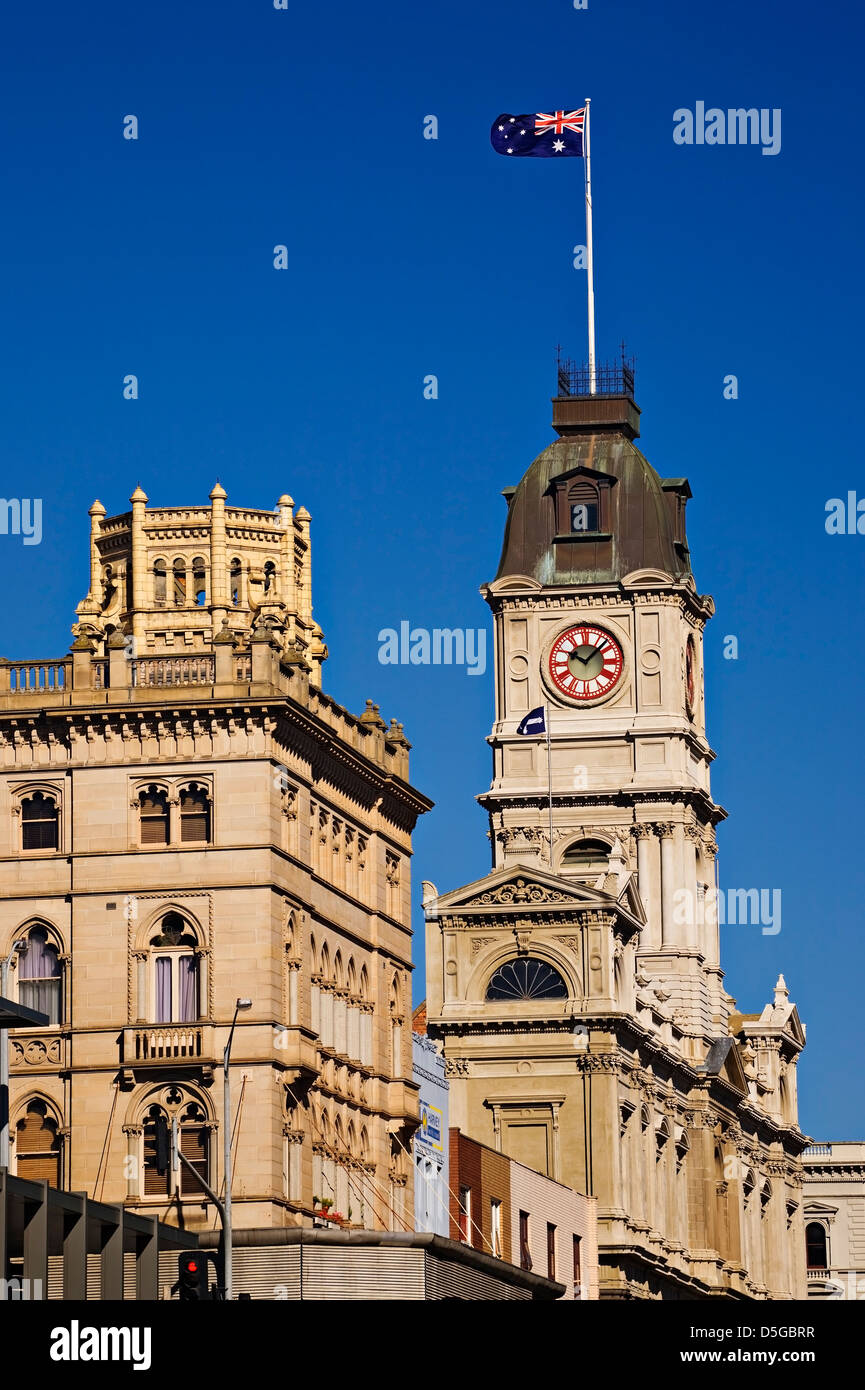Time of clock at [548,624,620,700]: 10:07
